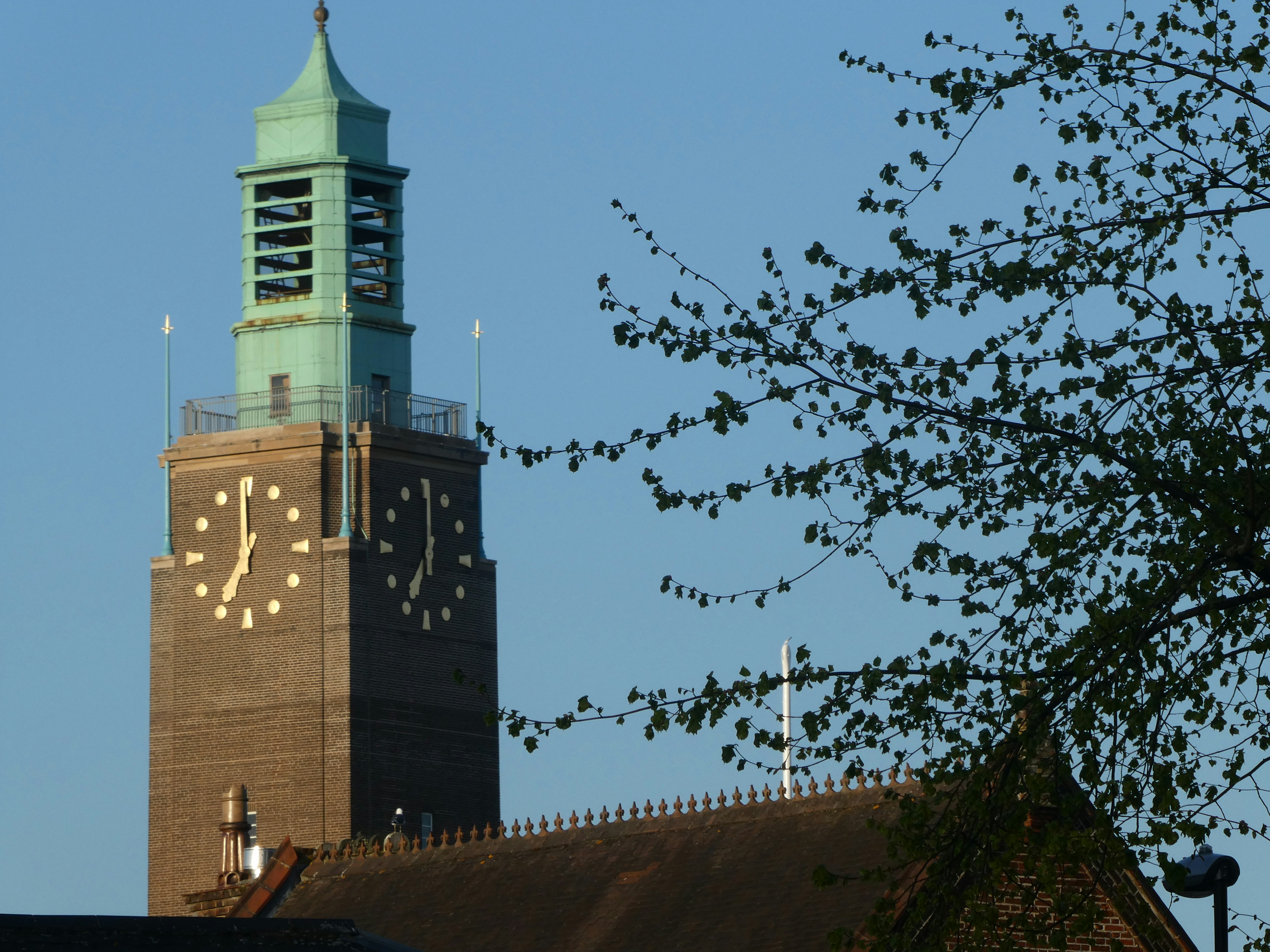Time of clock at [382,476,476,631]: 7:00
